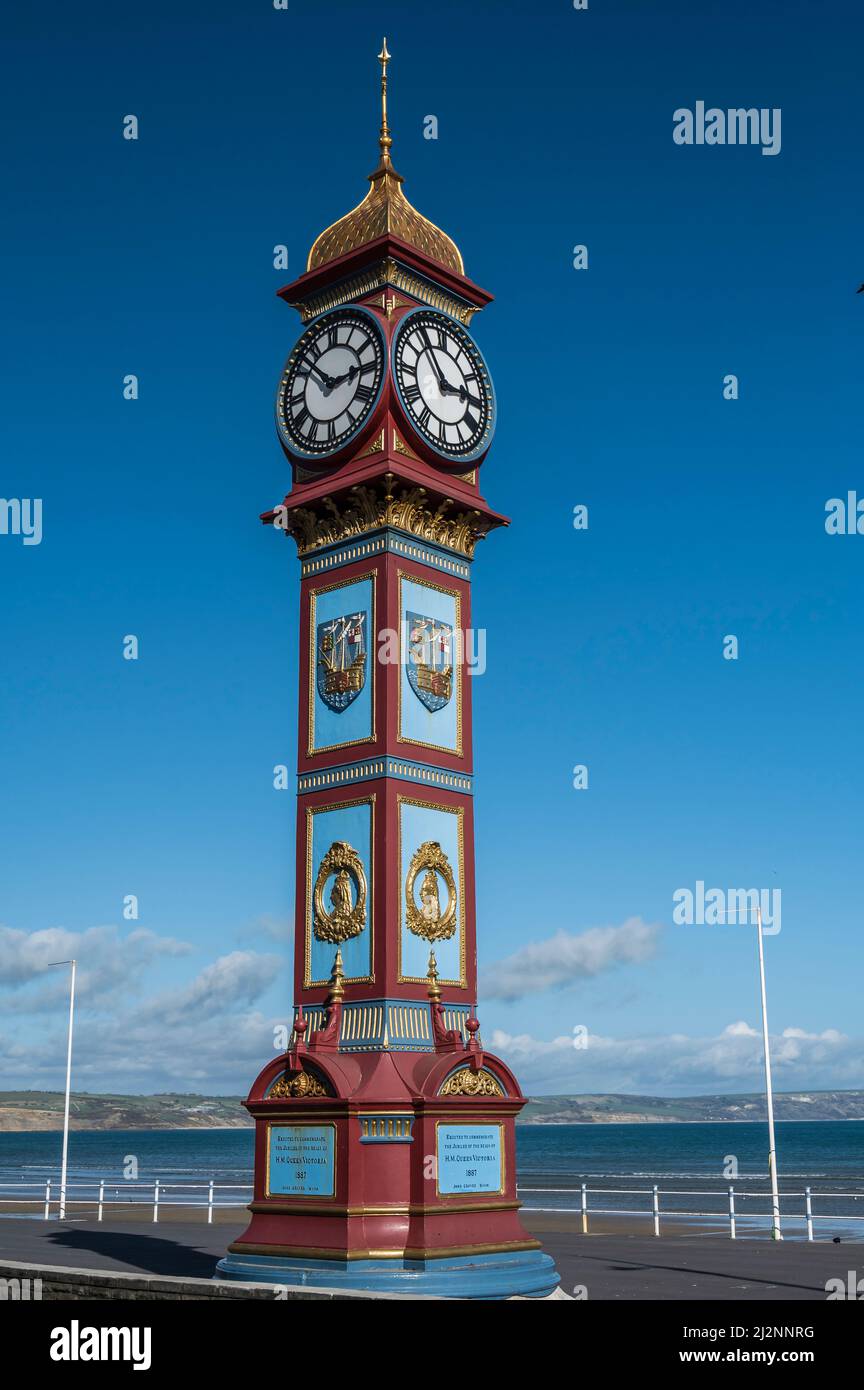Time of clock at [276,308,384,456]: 2:52
